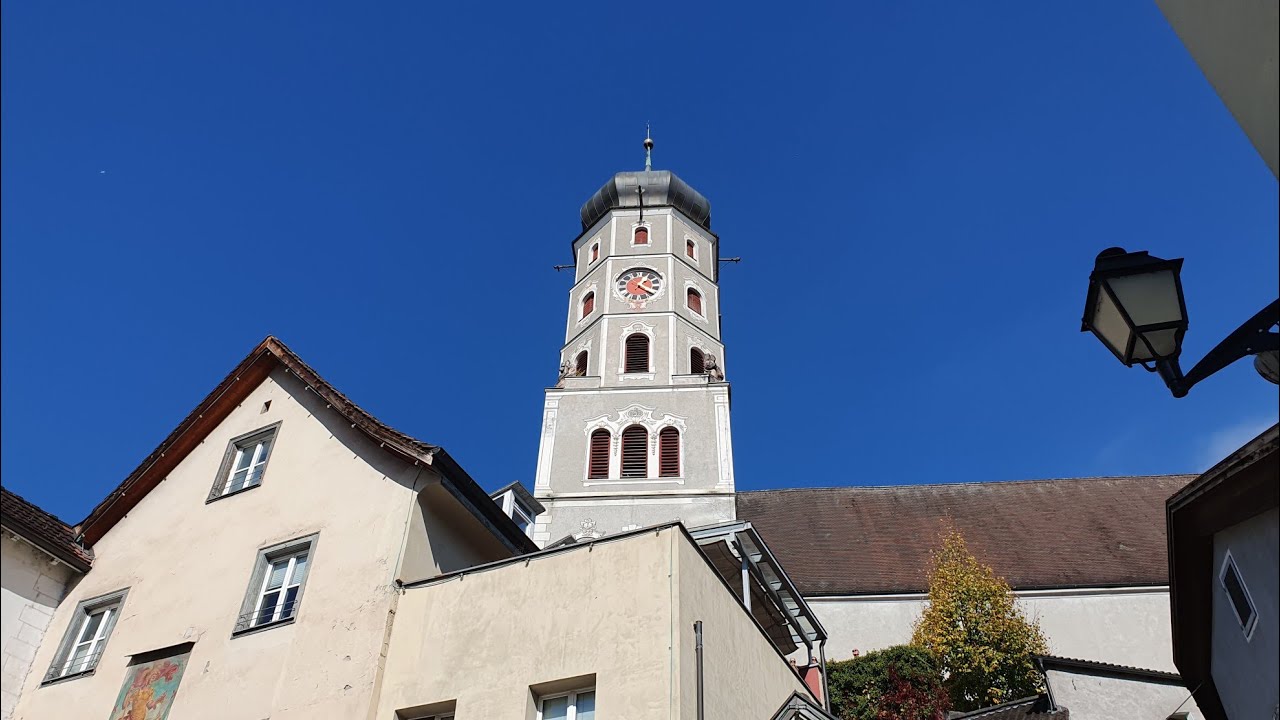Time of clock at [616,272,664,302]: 1:20
